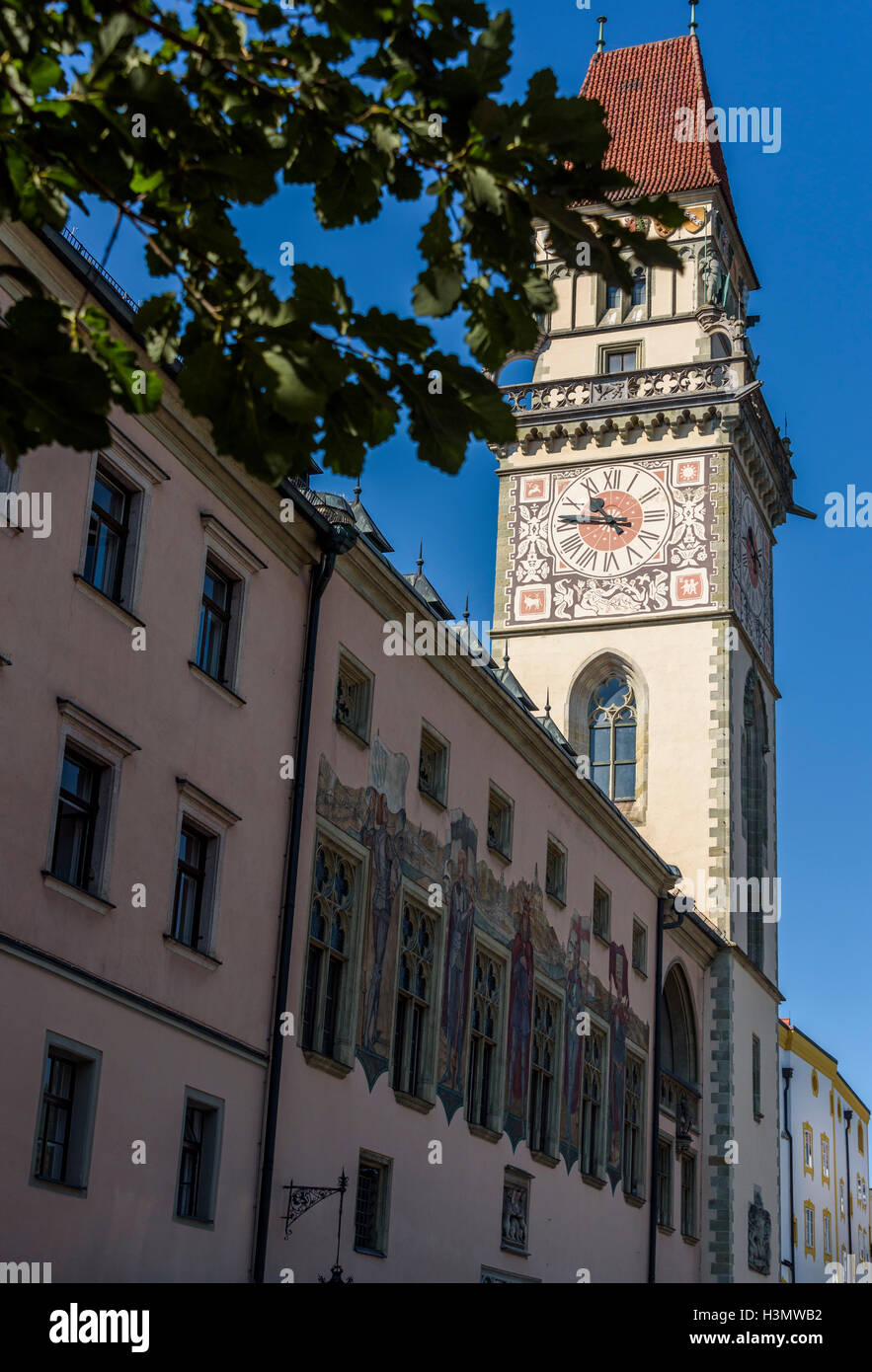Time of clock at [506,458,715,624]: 10:47
